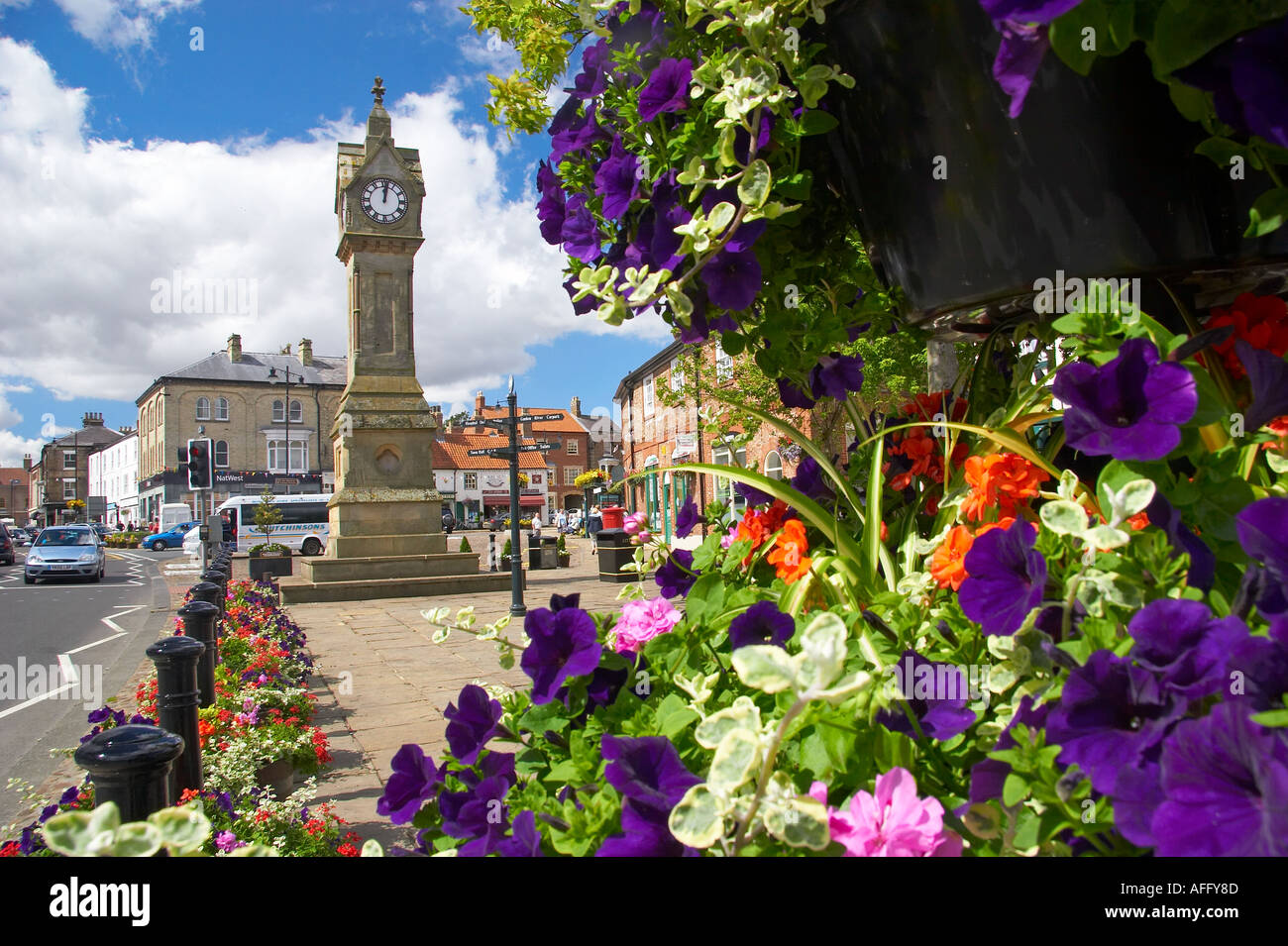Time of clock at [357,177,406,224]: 12:01
